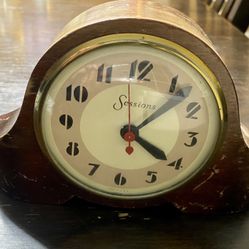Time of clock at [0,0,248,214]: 4:07
